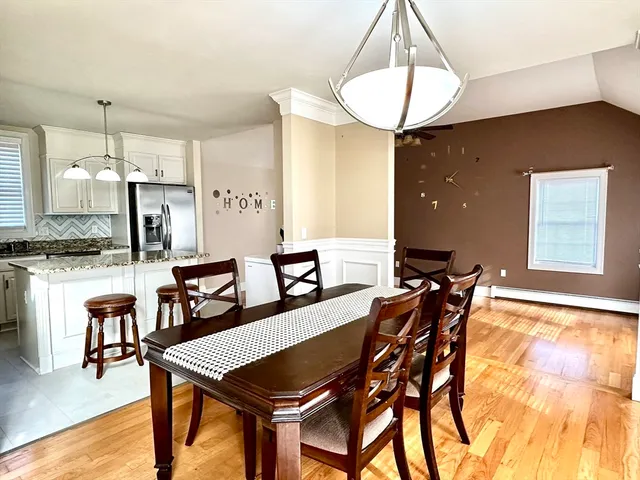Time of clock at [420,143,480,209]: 1:21
